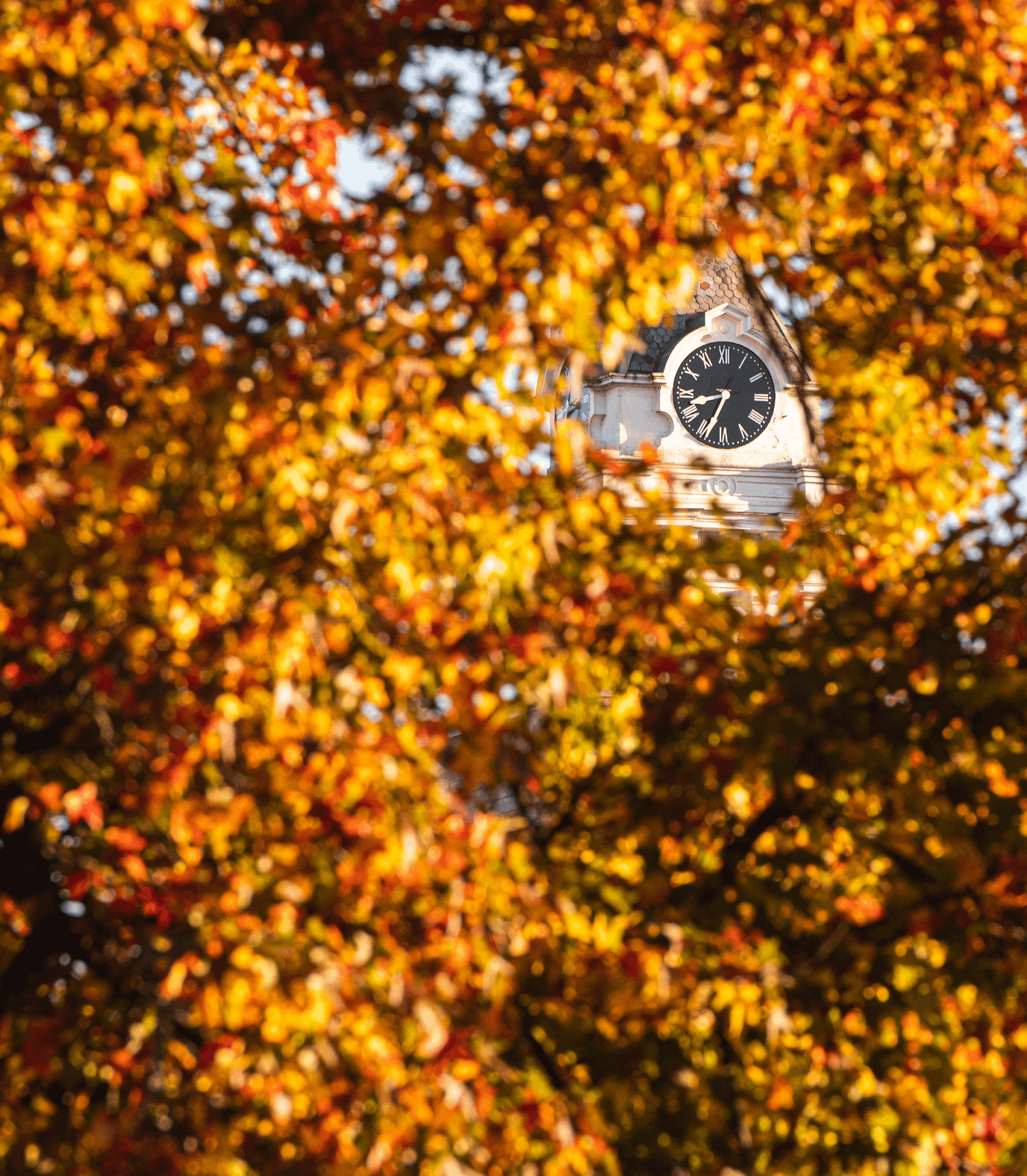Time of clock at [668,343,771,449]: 8:34
